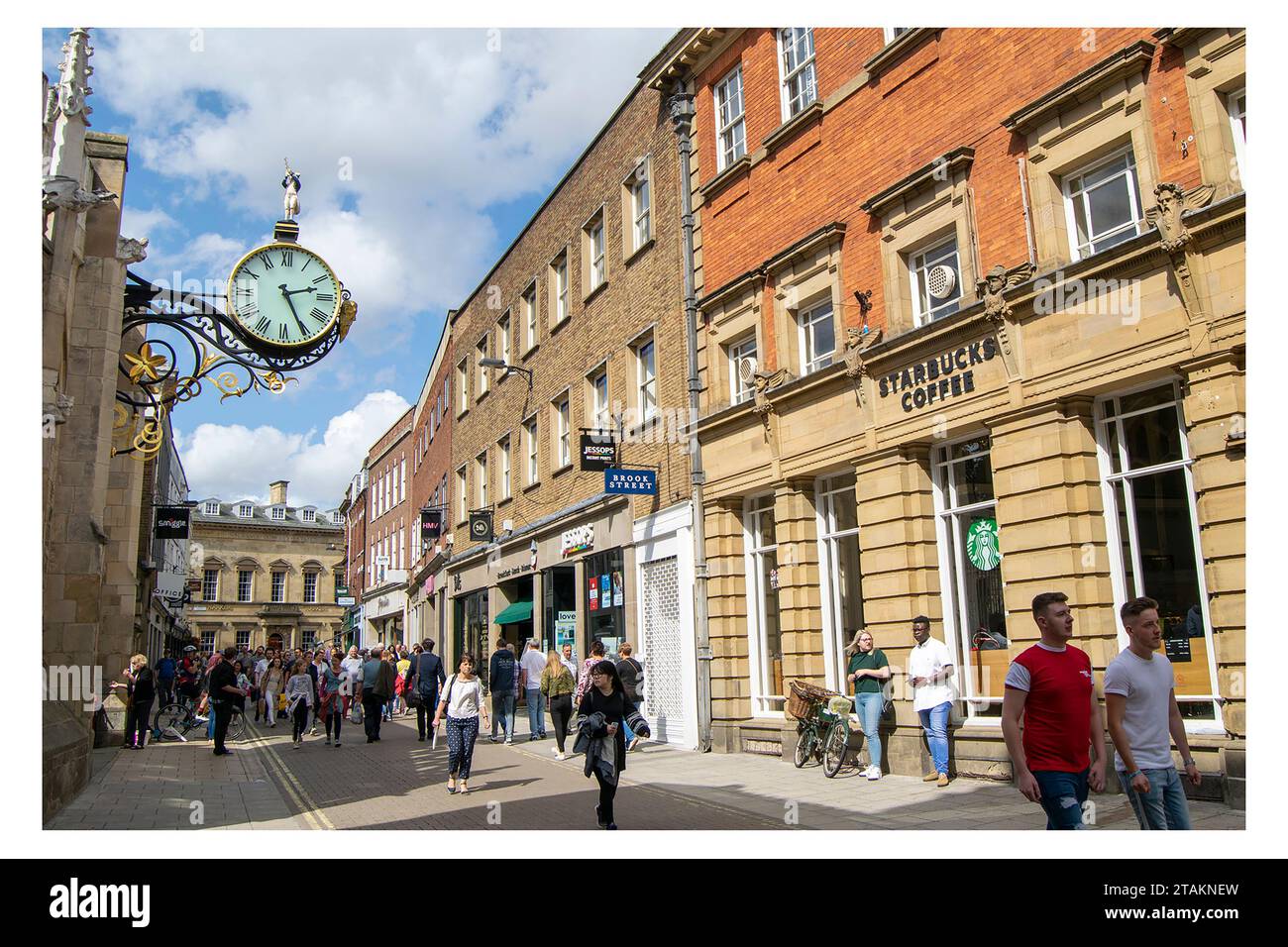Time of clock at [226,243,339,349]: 2:25
